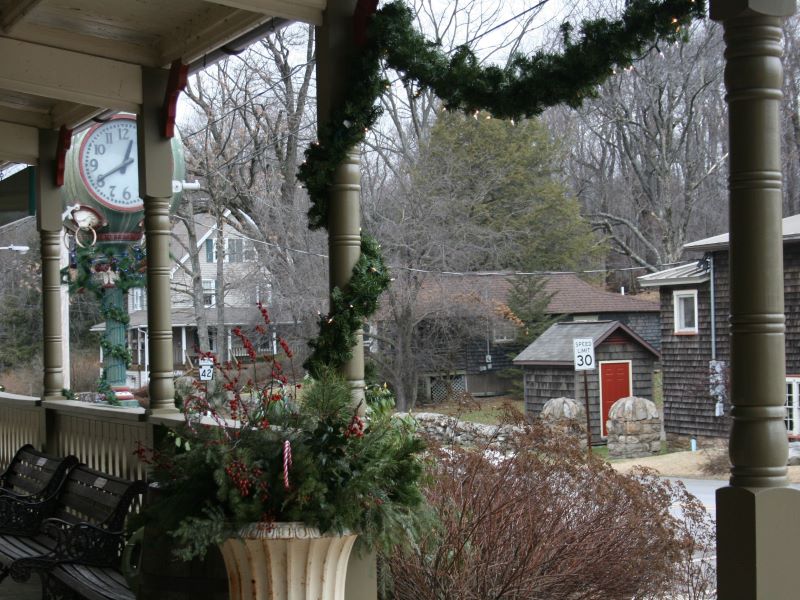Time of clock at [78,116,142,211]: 12:40
